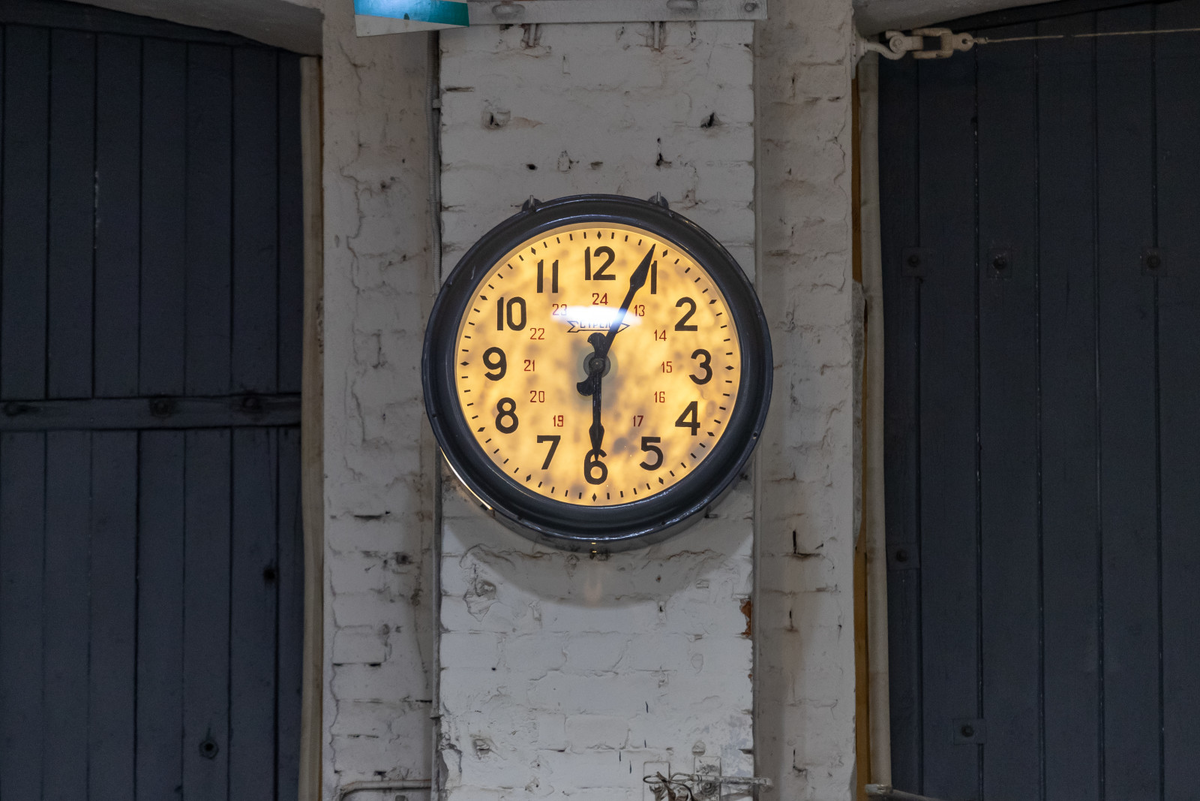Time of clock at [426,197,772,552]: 6:04
